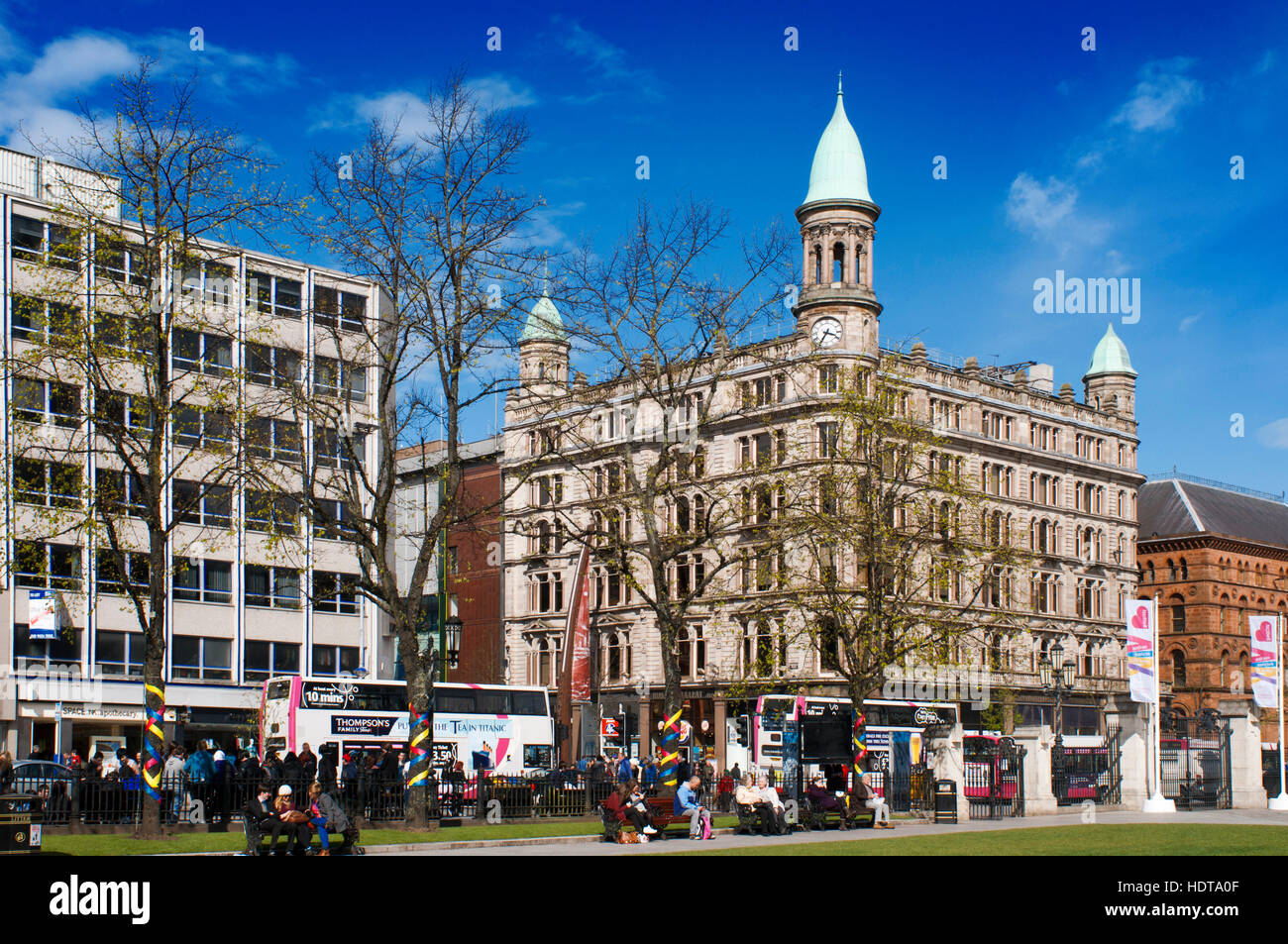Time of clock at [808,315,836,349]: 3:35
